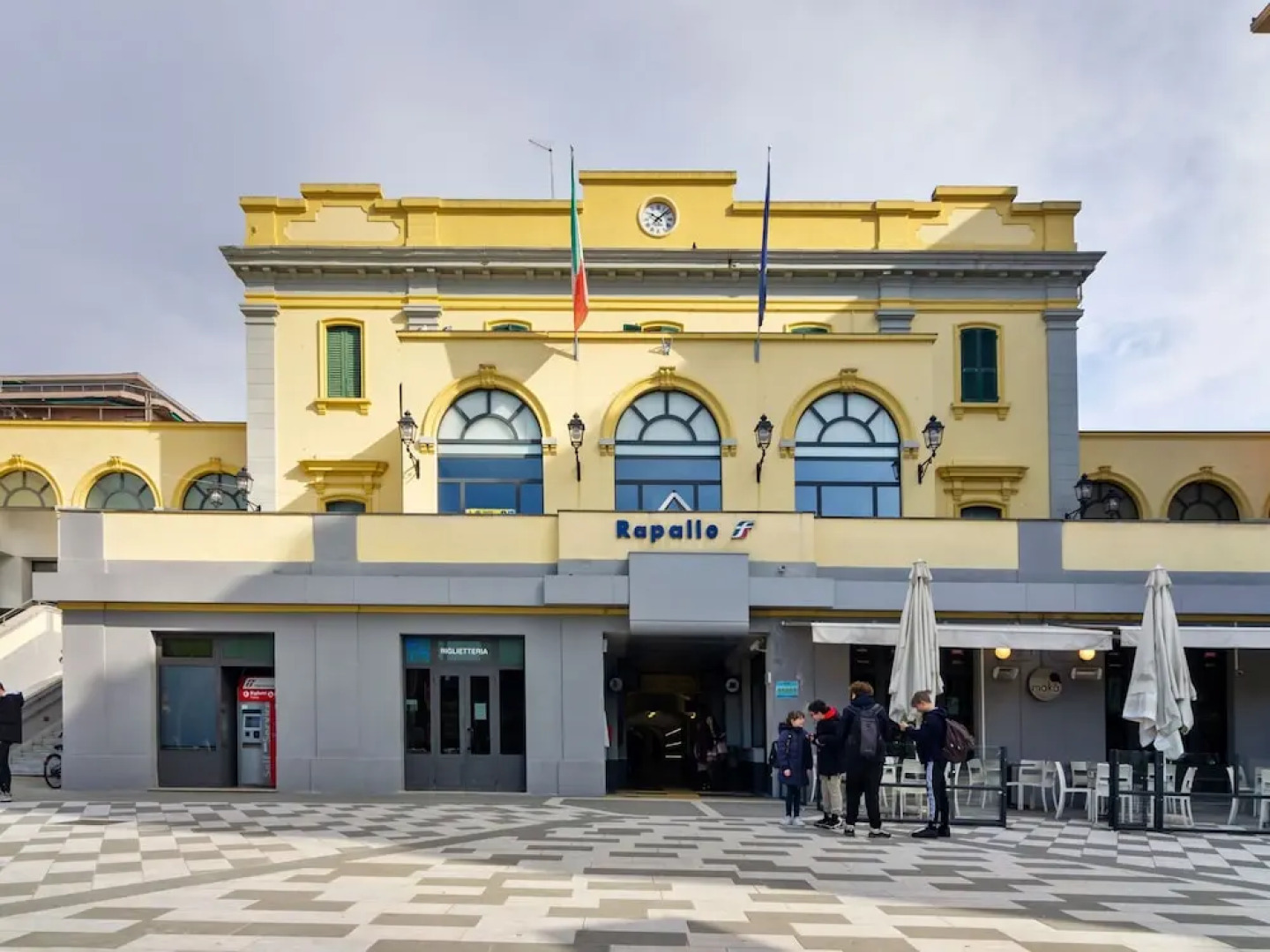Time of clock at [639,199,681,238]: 10:07
